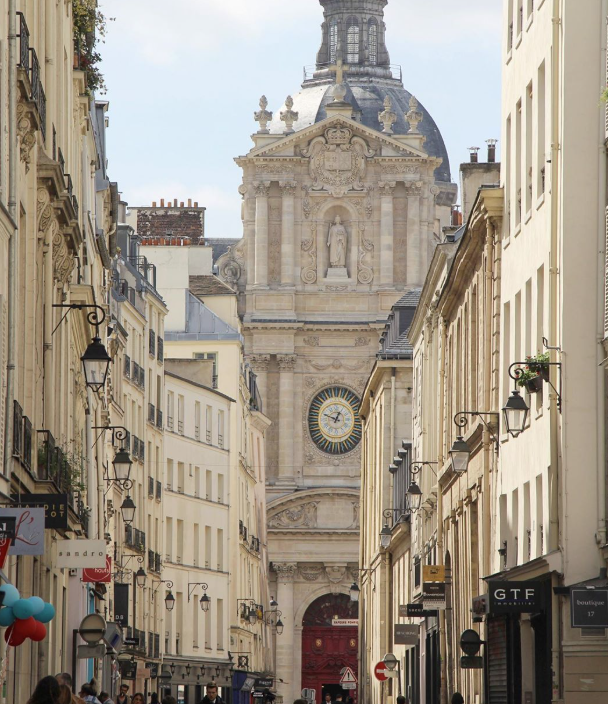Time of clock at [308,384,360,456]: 12:48
